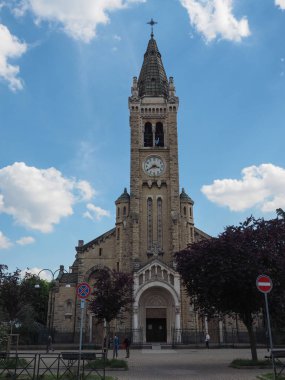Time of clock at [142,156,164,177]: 3:40
